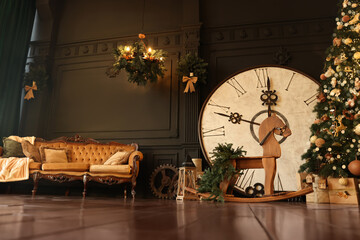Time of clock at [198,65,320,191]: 11:47
